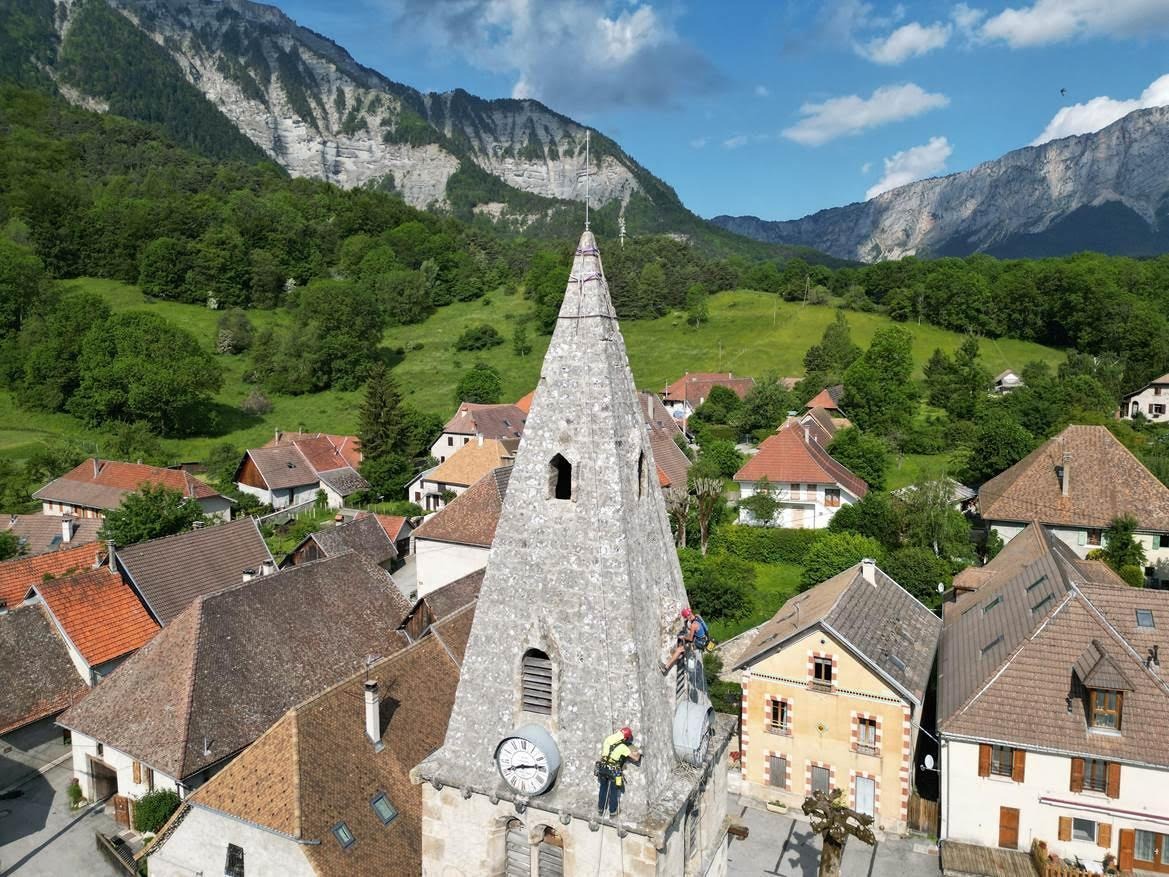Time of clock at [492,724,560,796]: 8:13
